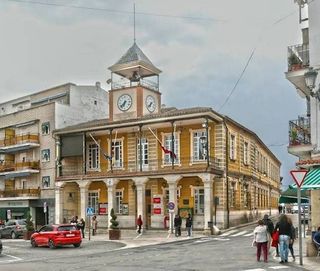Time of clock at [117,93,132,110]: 6:37
